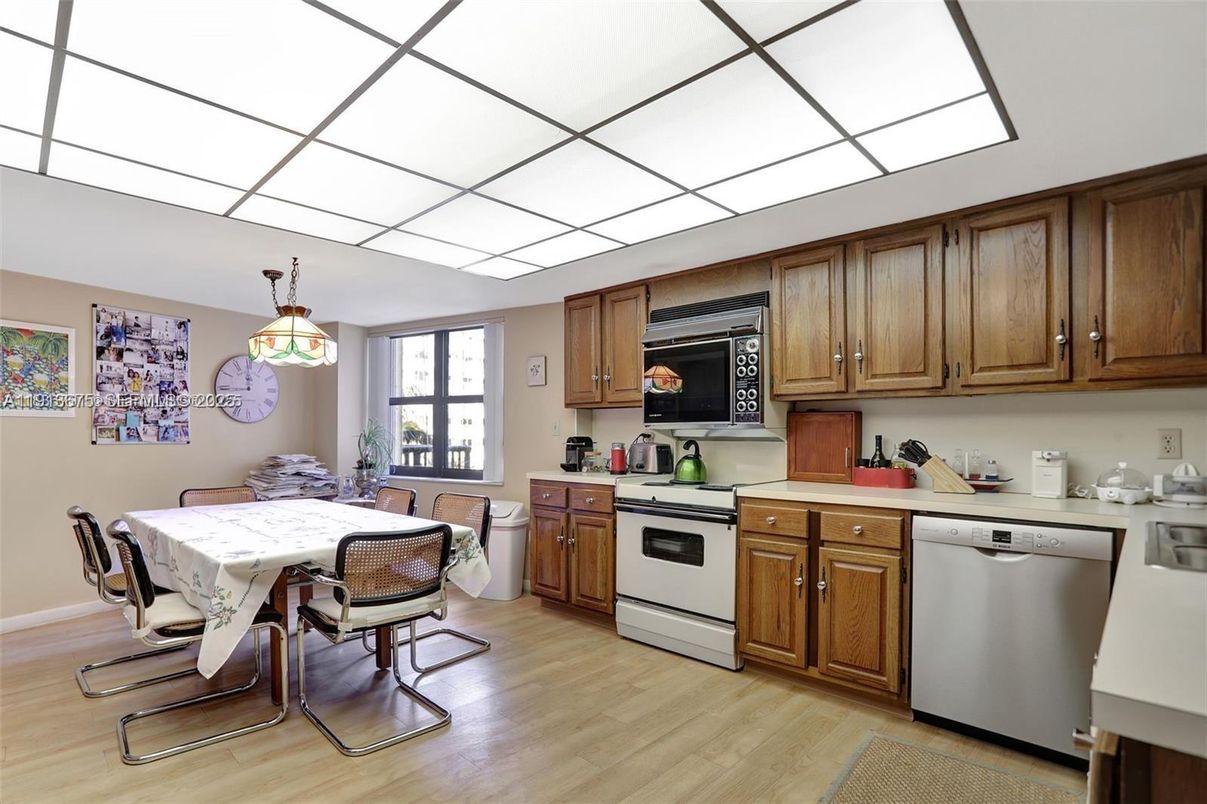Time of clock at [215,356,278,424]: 11:44
